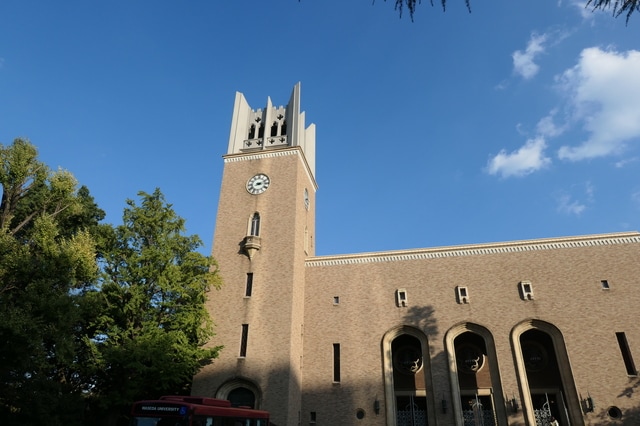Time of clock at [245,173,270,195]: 3:12
